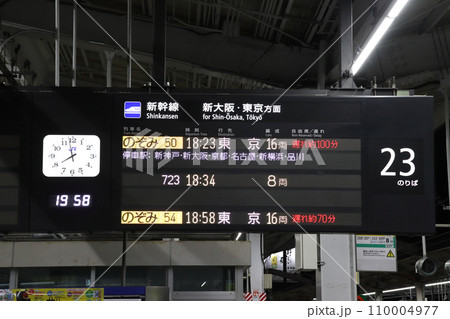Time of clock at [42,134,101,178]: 7:58
